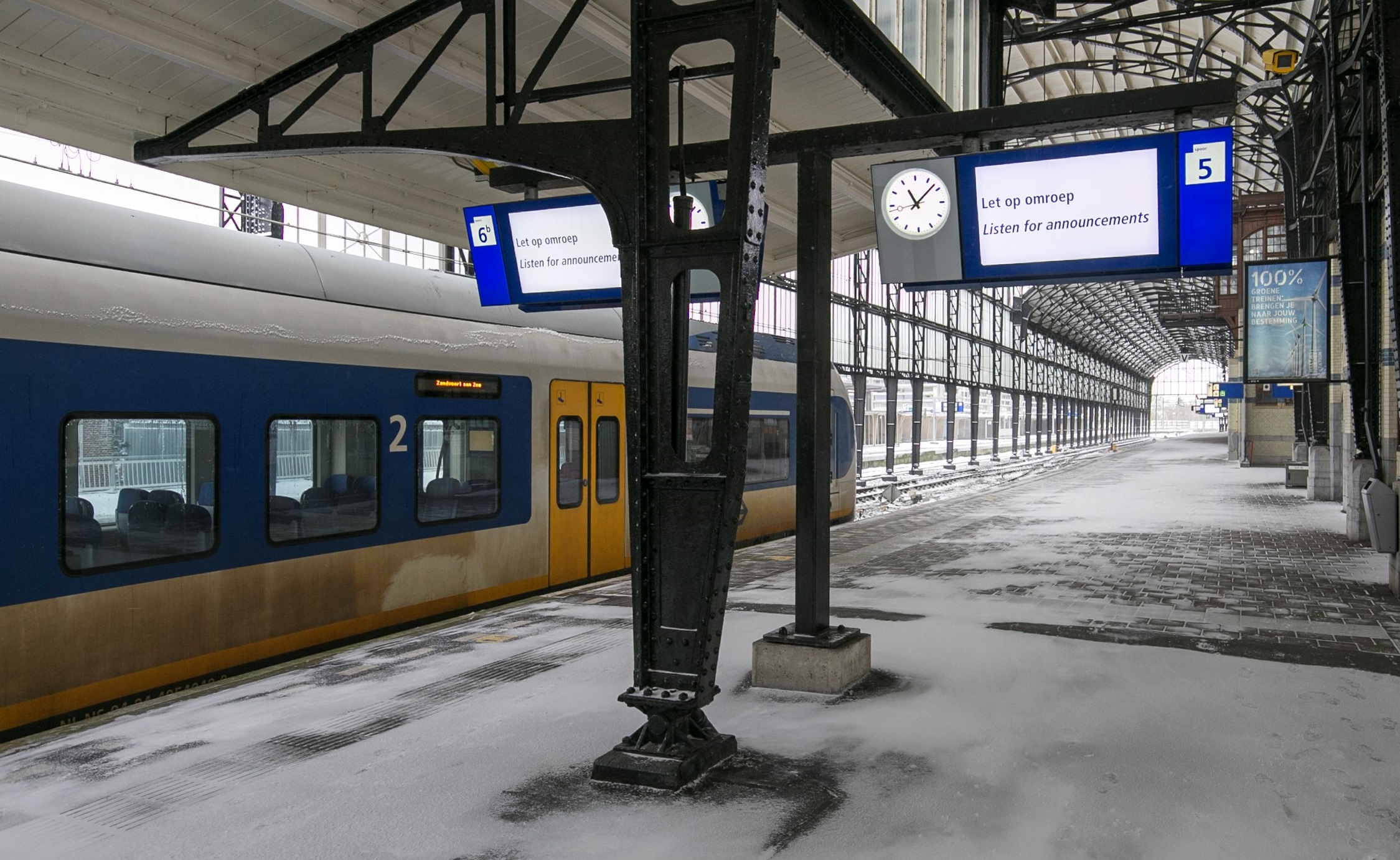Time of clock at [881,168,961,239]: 11:07
